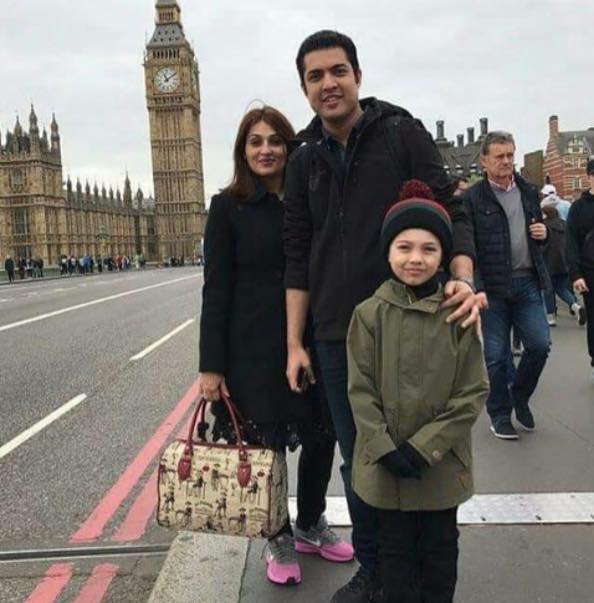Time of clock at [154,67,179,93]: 11:09
